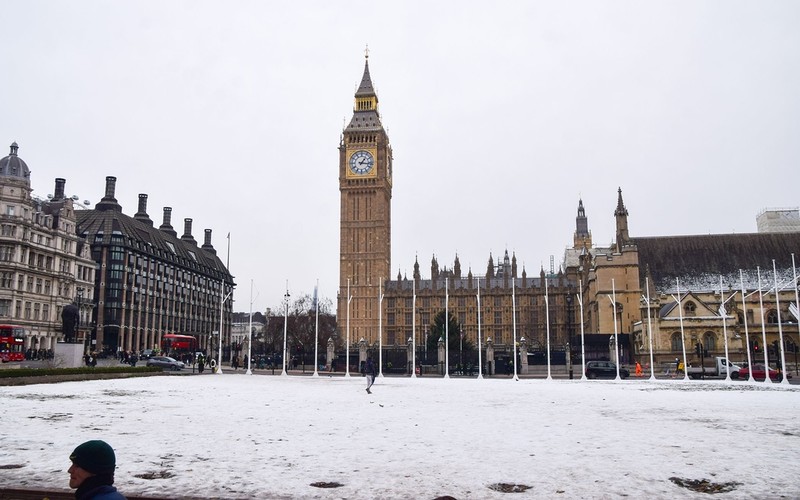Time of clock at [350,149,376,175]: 1:16
